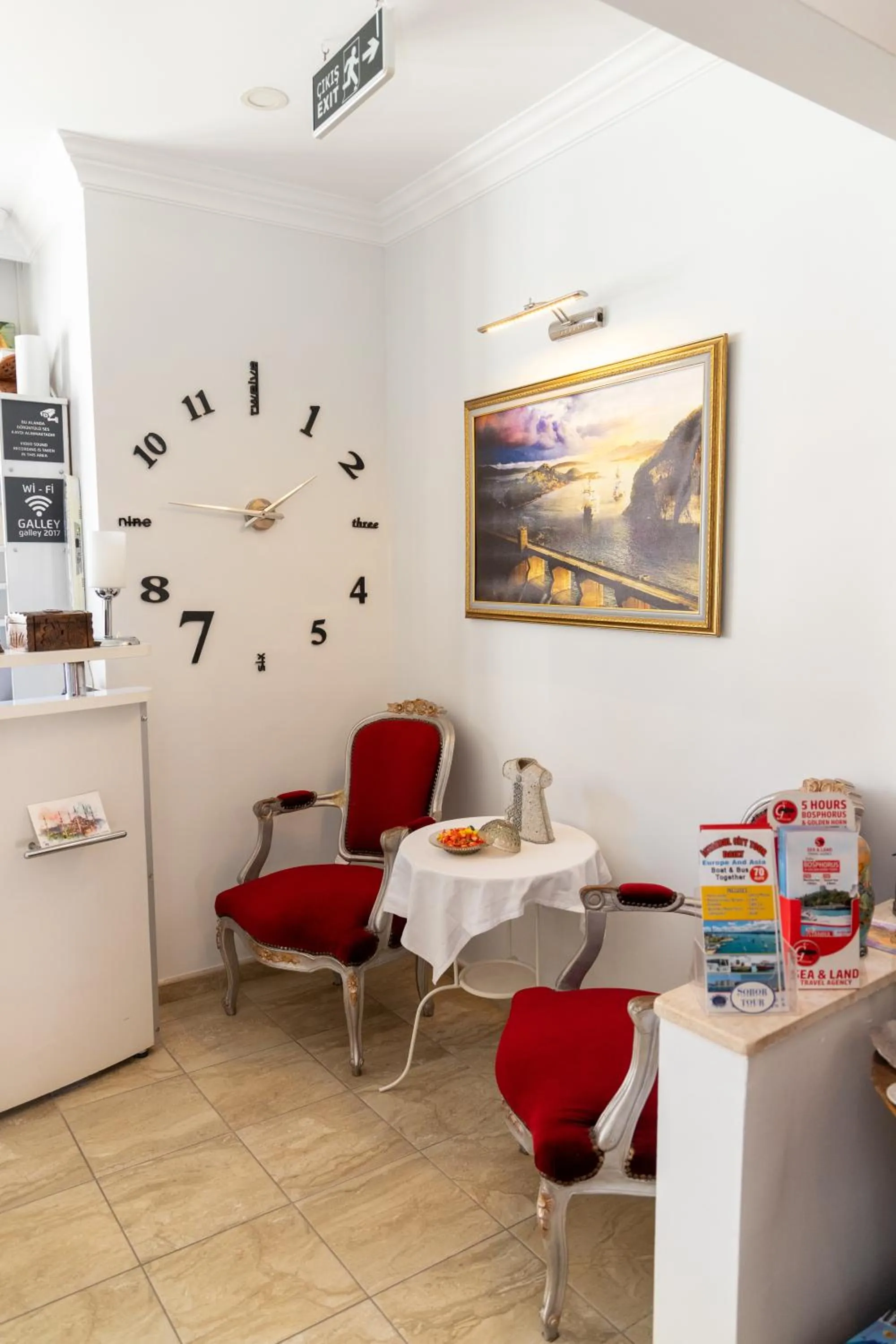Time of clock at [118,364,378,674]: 1:46
